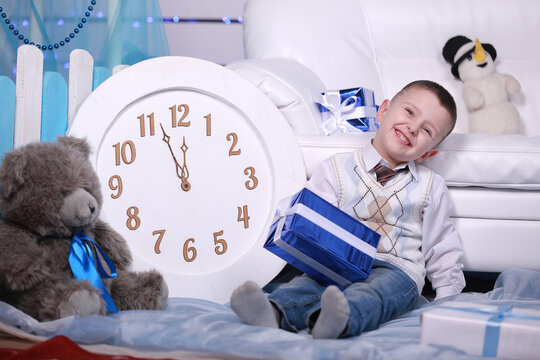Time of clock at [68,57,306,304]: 11:56
